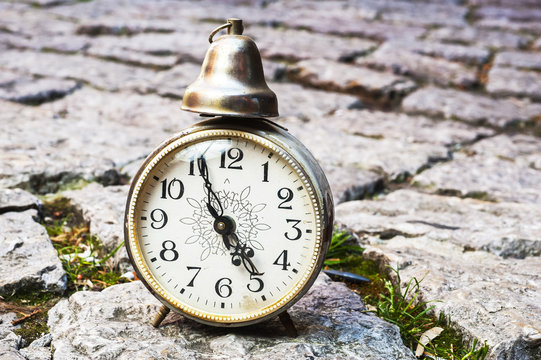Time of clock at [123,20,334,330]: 4:56
